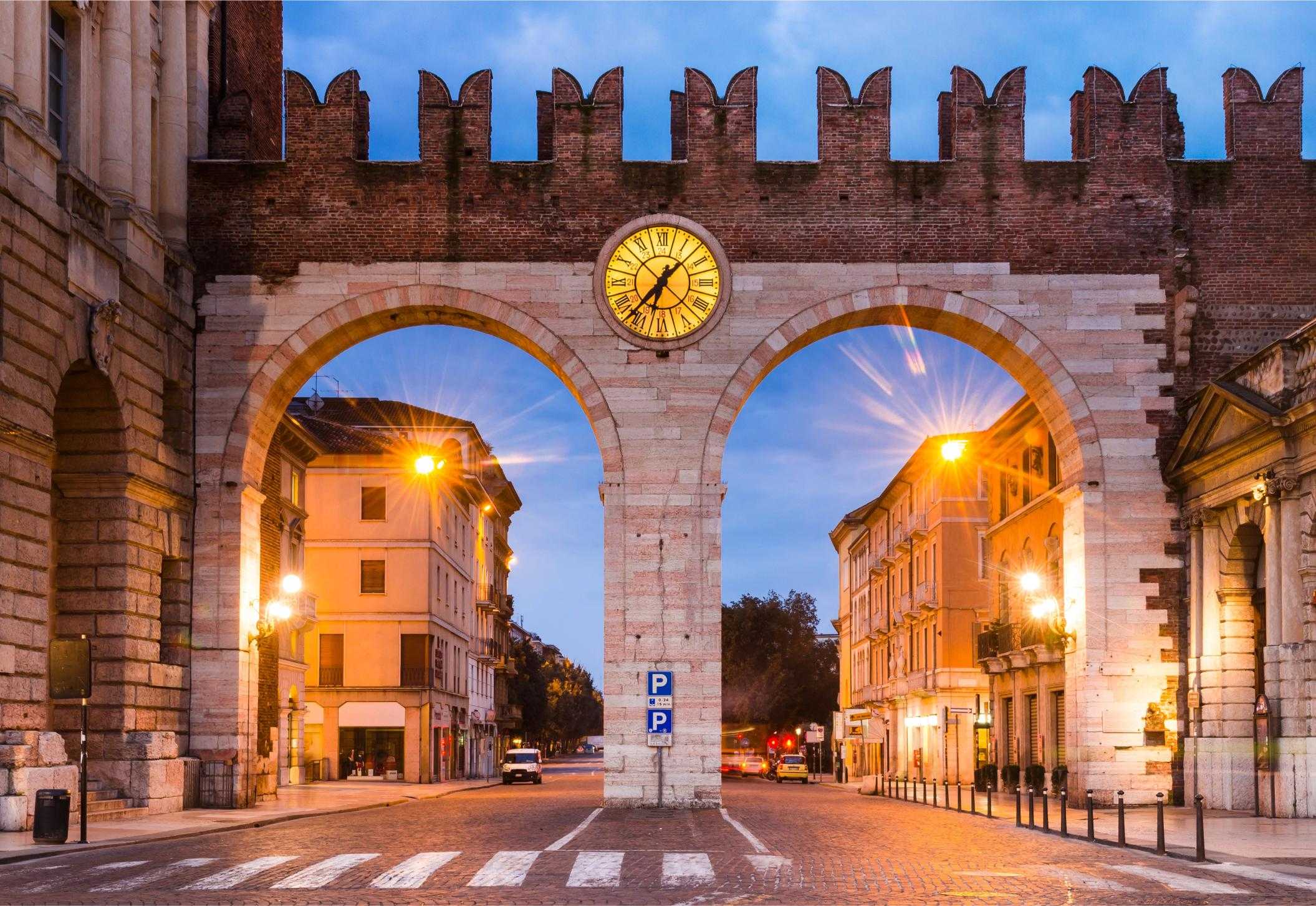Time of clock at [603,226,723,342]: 6:37
